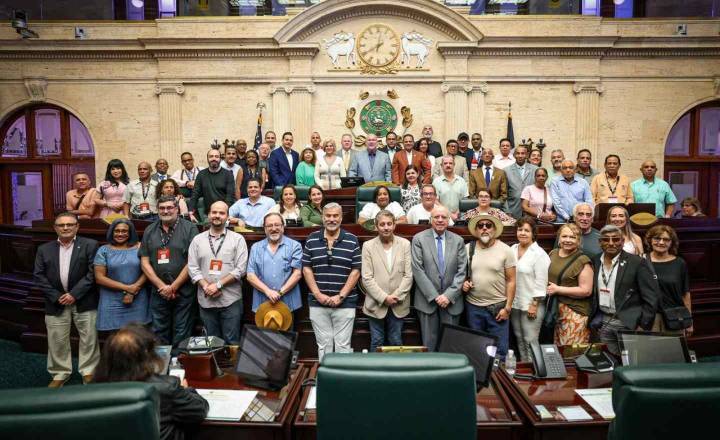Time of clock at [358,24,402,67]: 8:01
